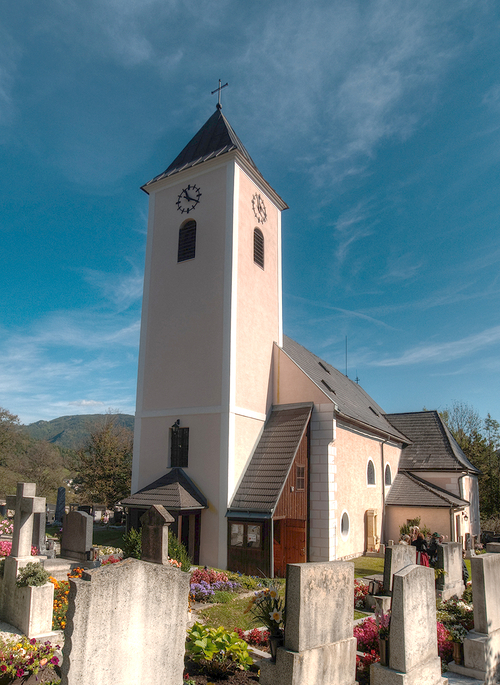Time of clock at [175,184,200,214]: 11:19
